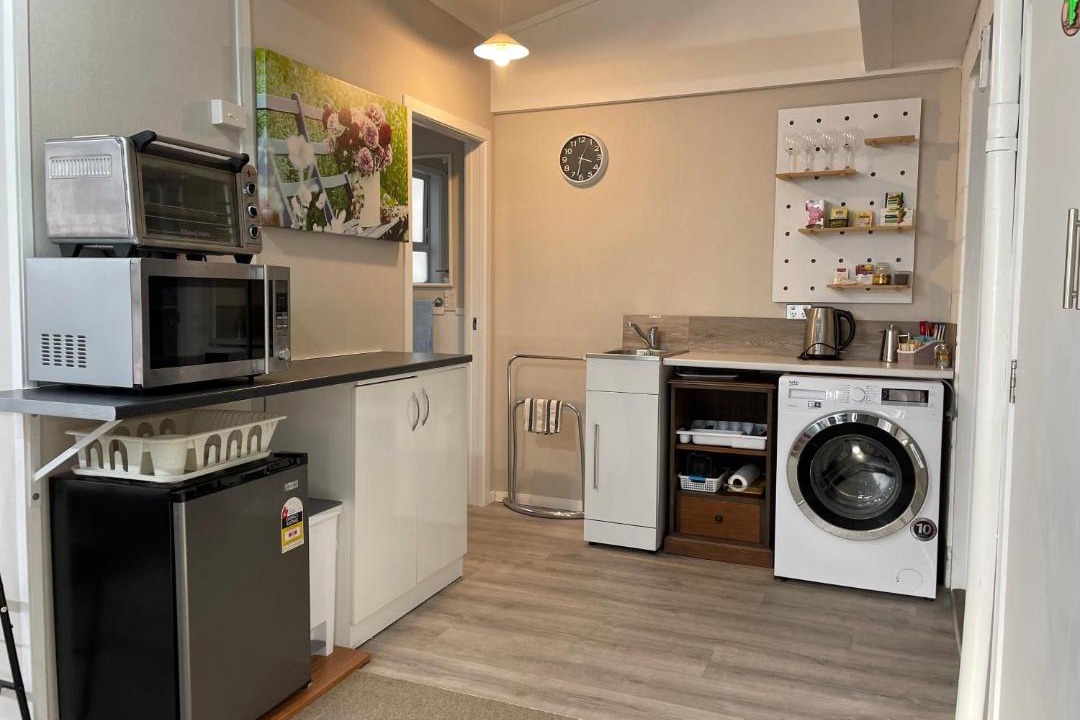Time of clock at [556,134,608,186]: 3:32
